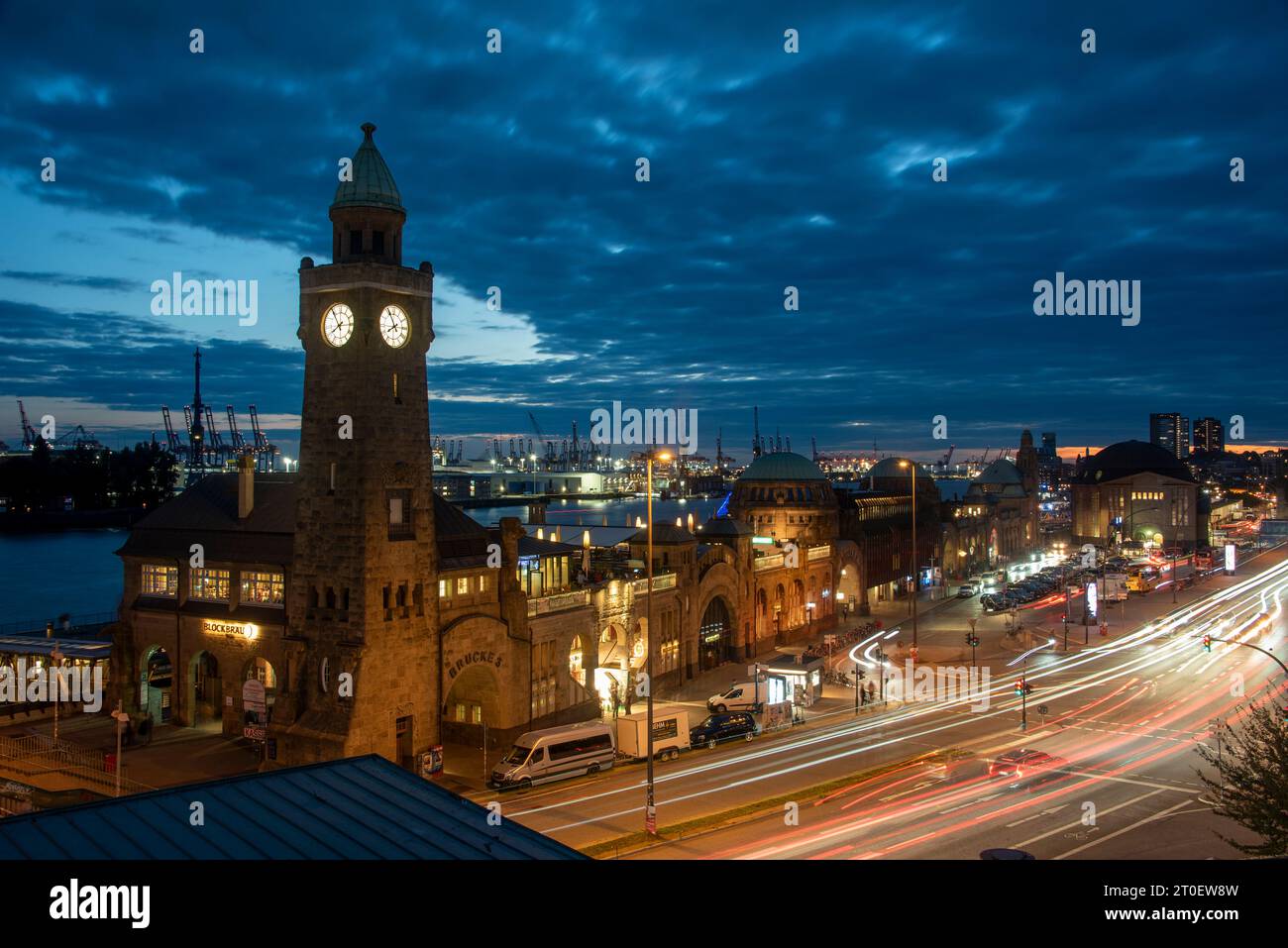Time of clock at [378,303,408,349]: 7:55
